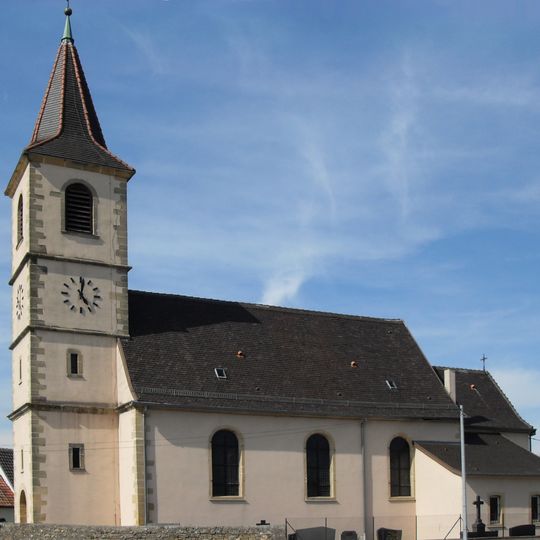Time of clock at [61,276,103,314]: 5:01
